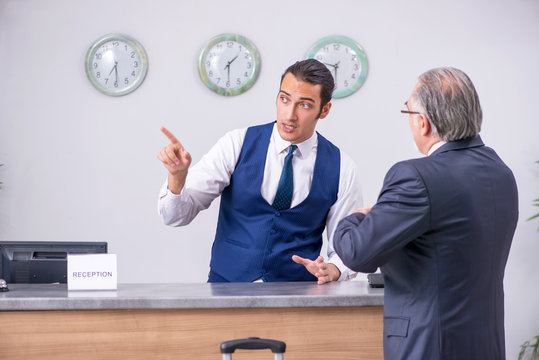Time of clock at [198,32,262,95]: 1:29
